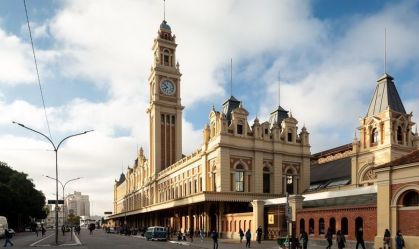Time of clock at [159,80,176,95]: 7:51
